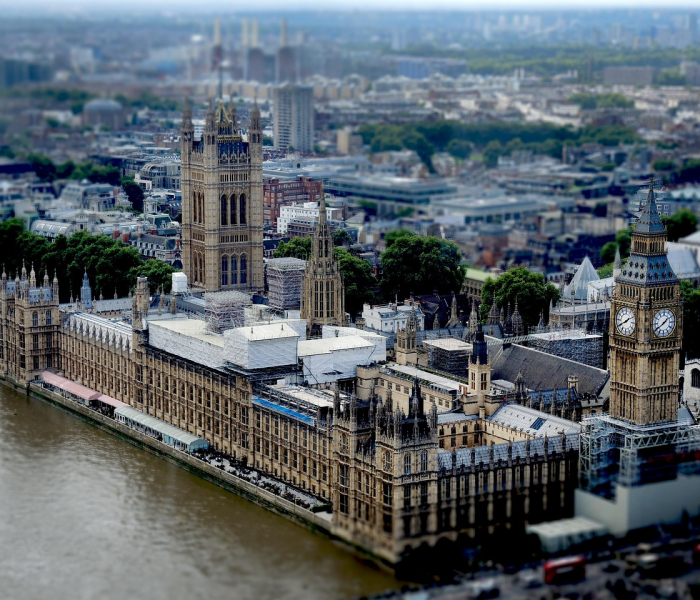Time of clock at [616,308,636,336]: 1:40
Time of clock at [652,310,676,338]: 1:39
